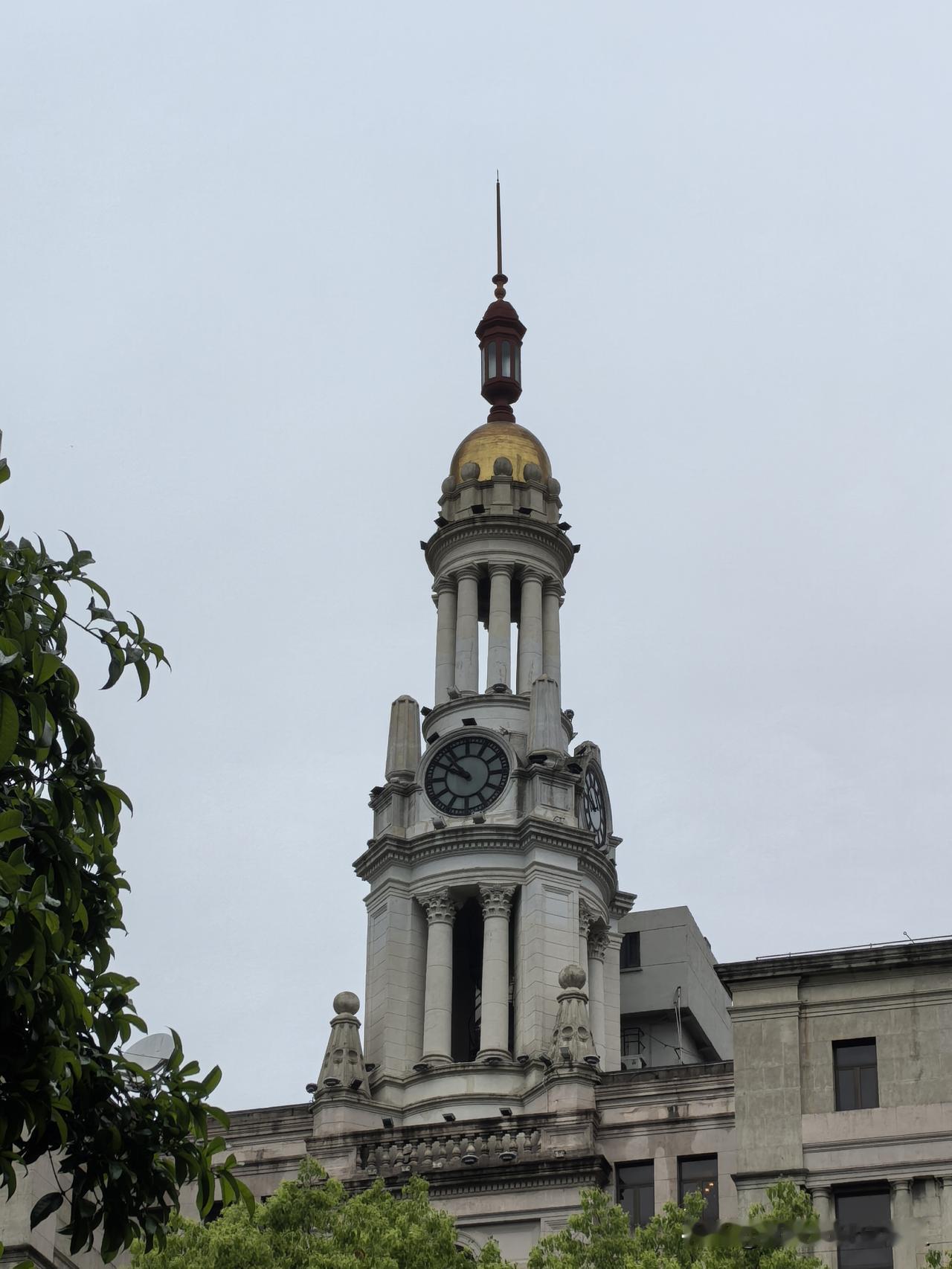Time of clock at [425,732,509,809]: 9:52
